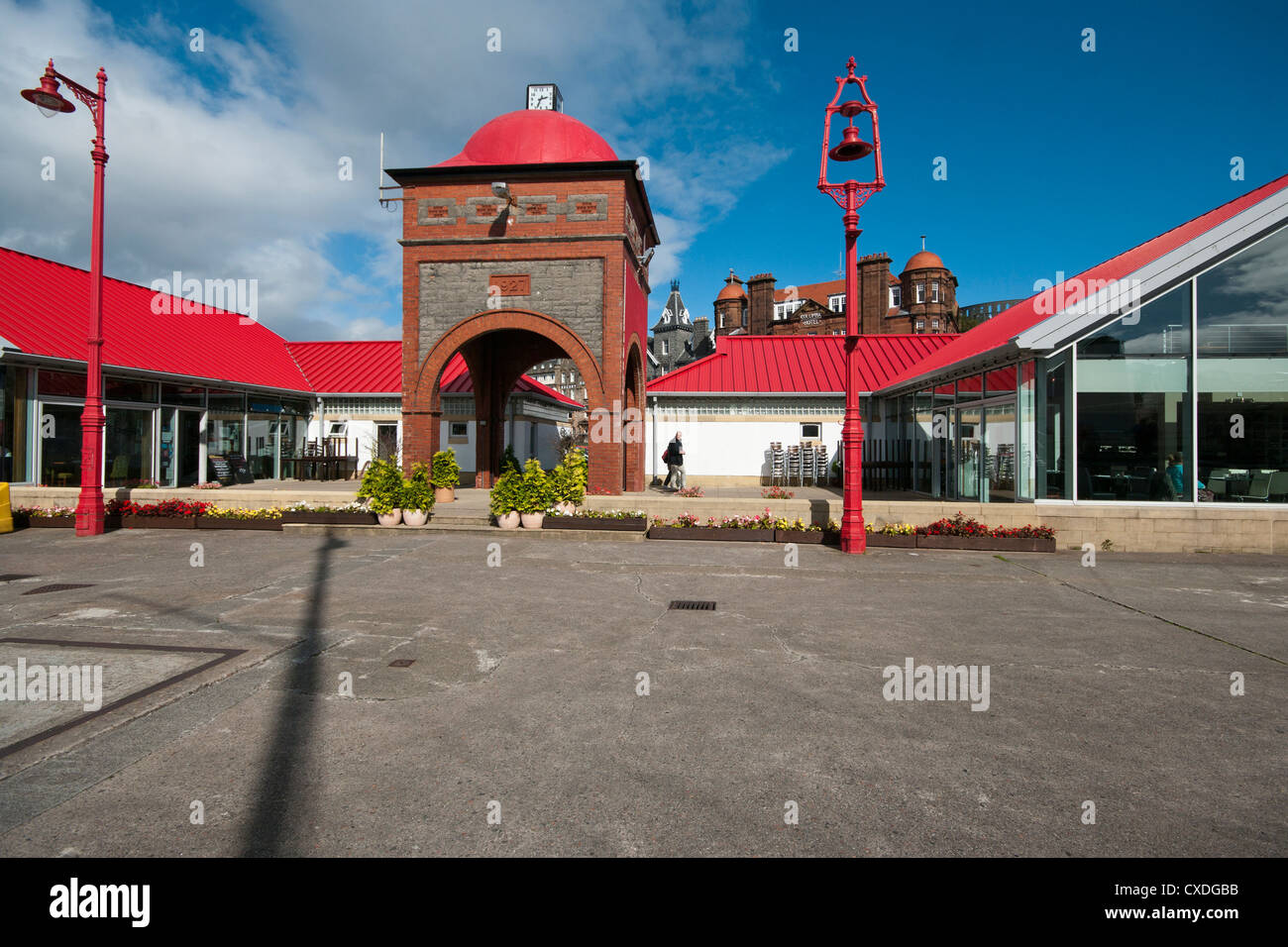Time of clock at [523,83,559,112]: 2:33
